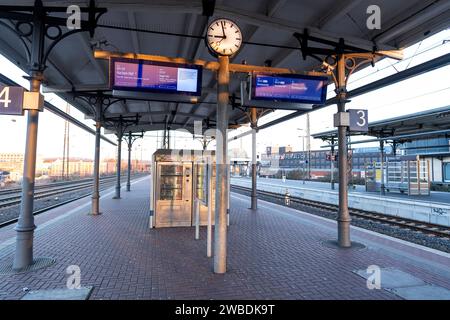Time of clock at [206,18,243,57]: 8:57
